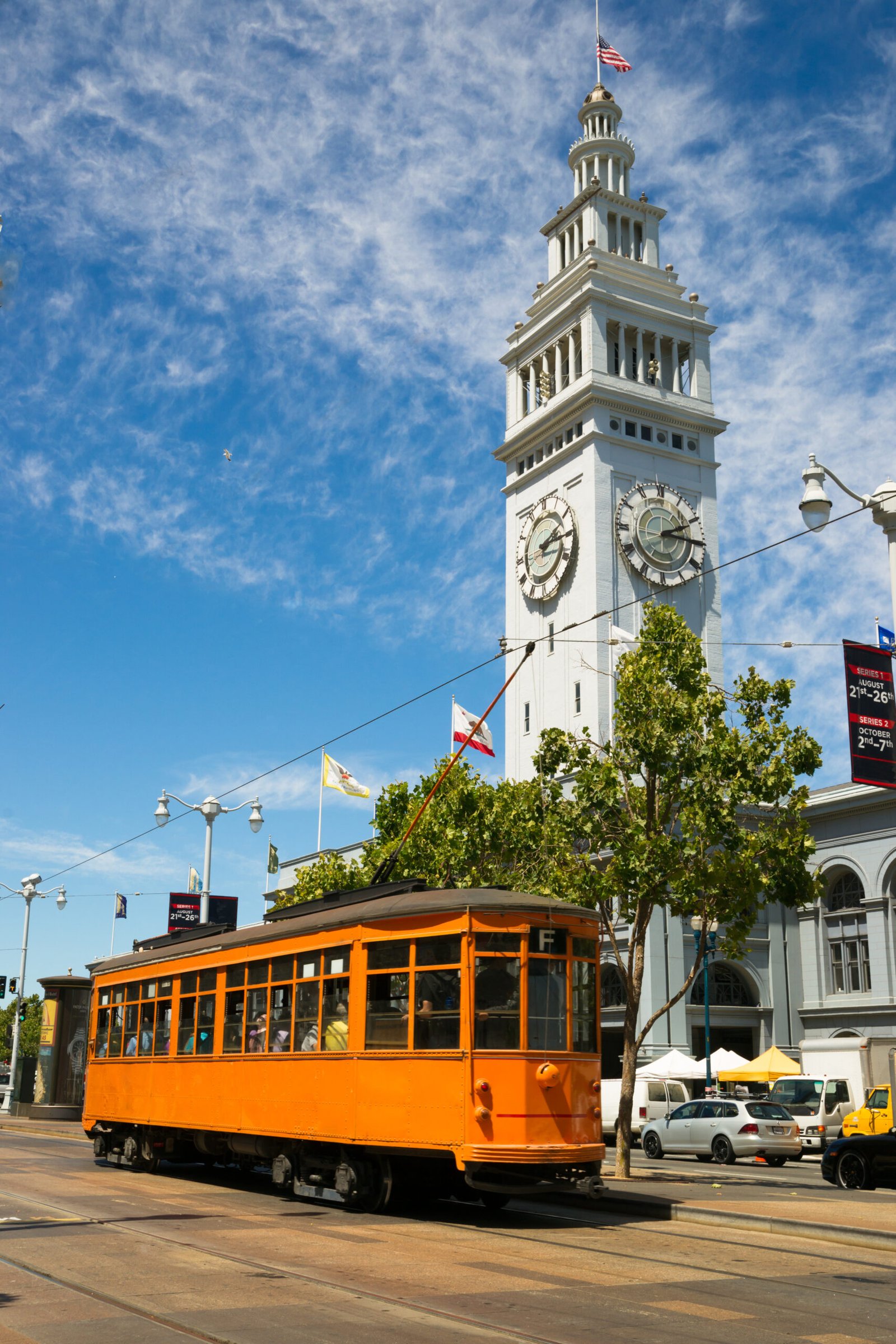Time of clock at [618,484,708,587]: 2:15
